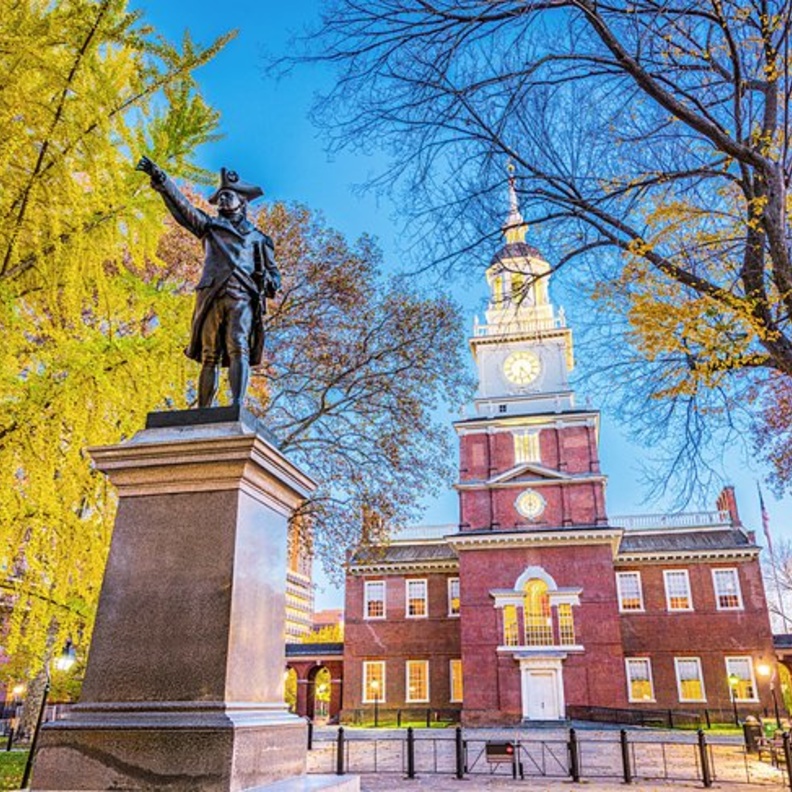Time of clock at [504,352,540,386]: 6:23
